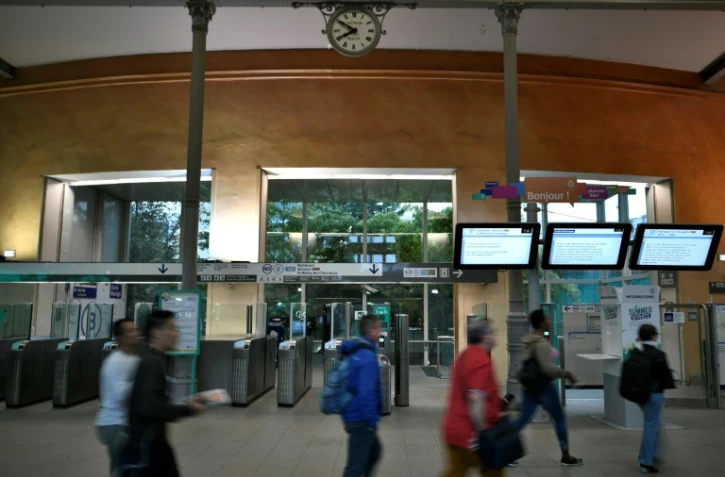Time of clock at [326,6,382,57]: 7:50
